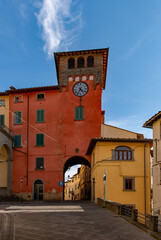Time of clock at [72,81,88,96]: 4:35
